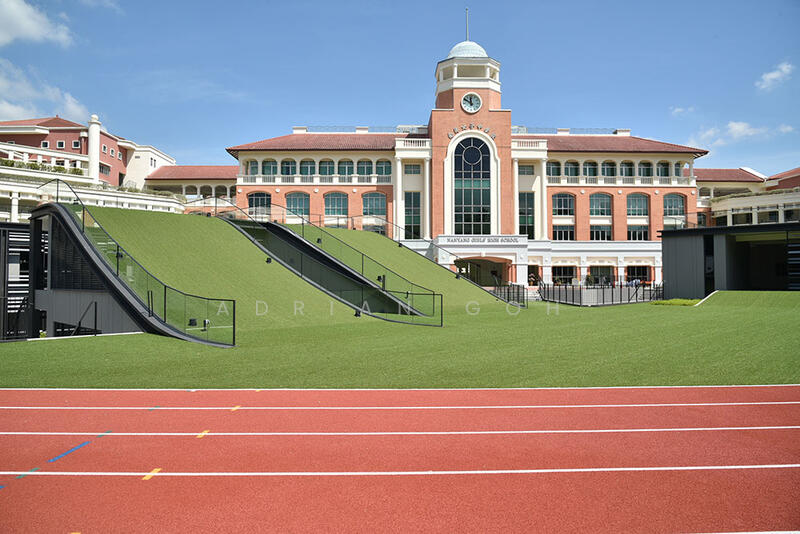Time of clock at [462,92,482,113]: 11:50
